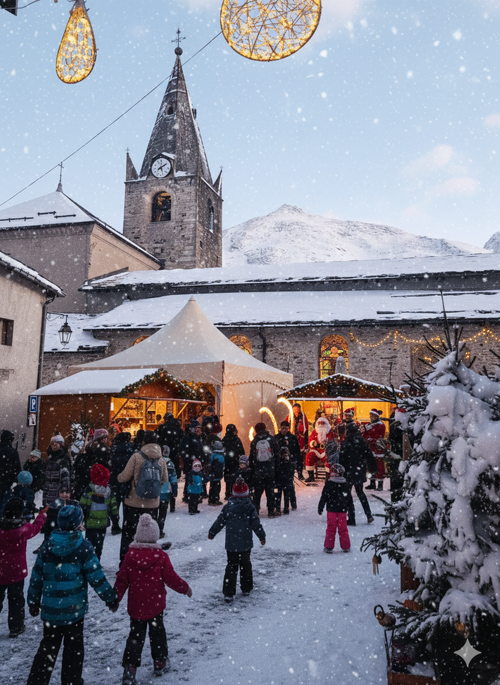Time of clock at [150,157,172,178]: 5:09
